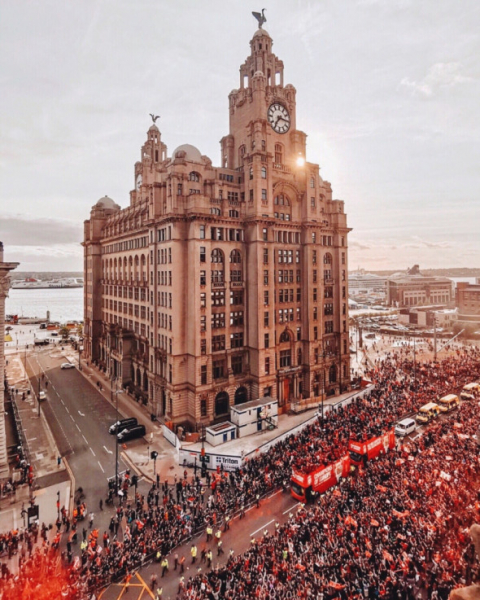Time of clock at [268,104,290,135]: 7:15
